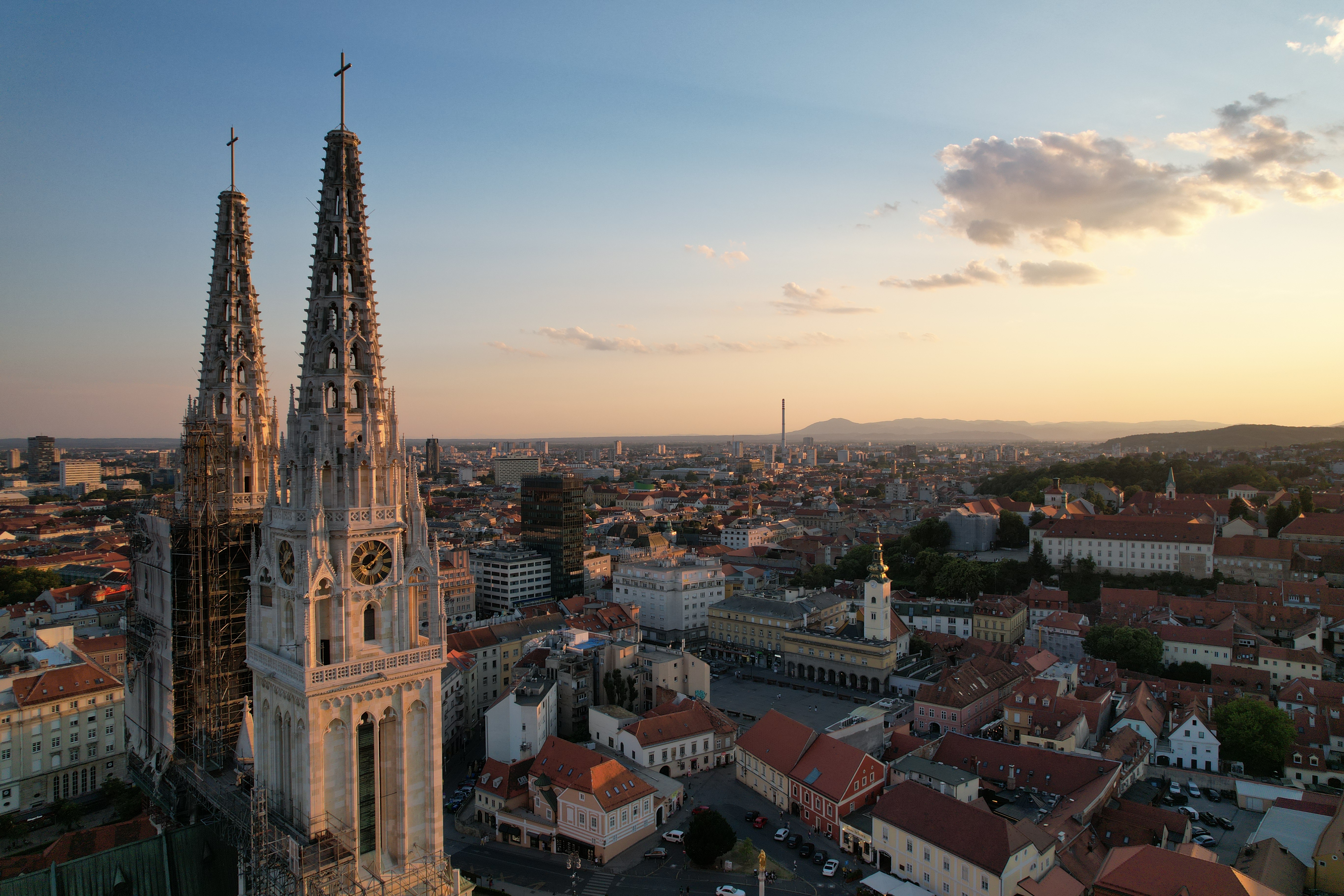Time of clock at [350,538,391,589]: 8:07
